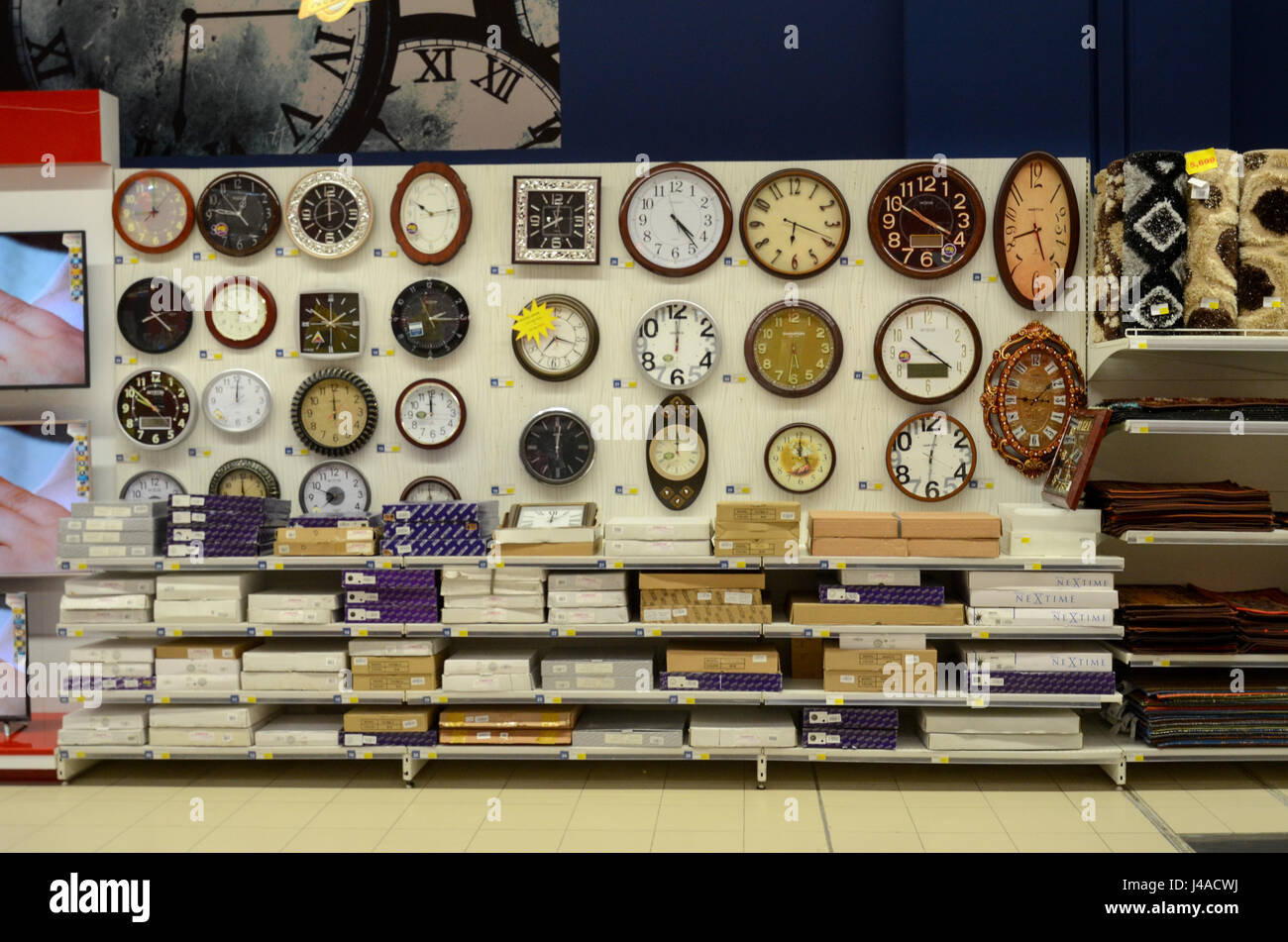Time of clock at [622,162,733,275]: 4:23
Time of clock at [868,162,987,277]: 3:50
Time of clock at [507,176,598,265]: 8:01
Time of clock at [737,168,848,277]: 6:18
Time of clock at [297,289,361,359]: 1:50
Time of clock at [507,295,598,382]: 7:17
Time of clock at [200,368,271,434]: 12:00
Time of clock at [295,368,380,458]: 11:59
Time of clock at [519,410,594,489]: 6:00
